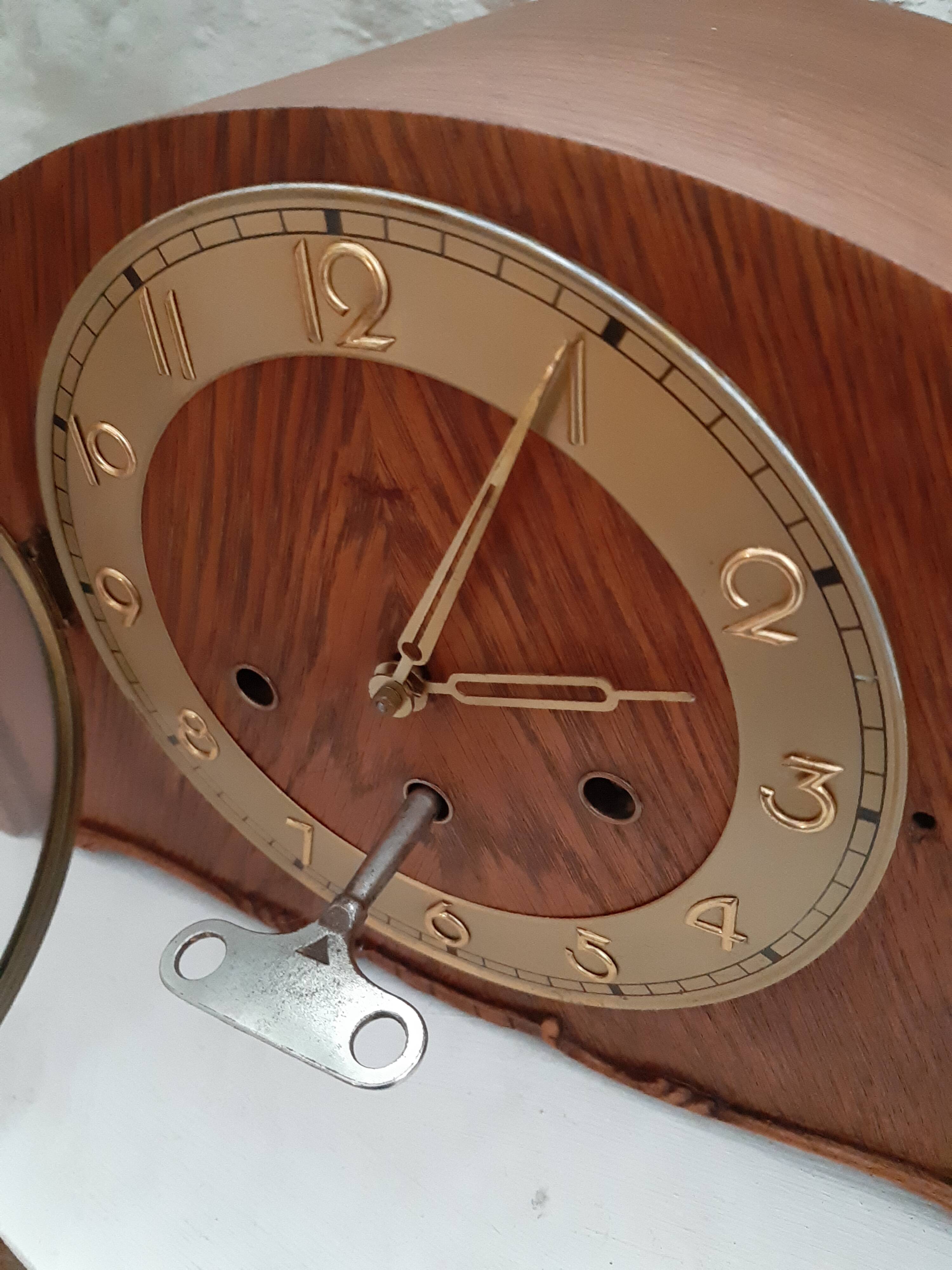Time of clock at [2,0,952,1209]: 3:04
